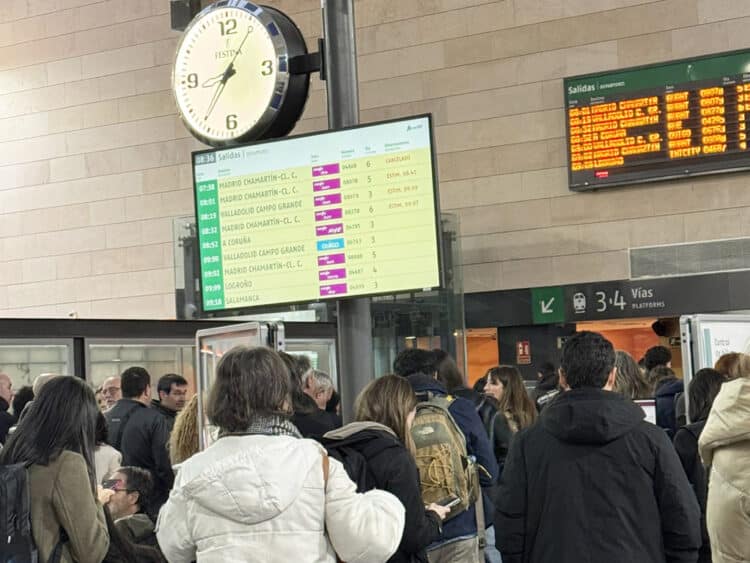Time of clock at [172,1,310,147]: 7:06
